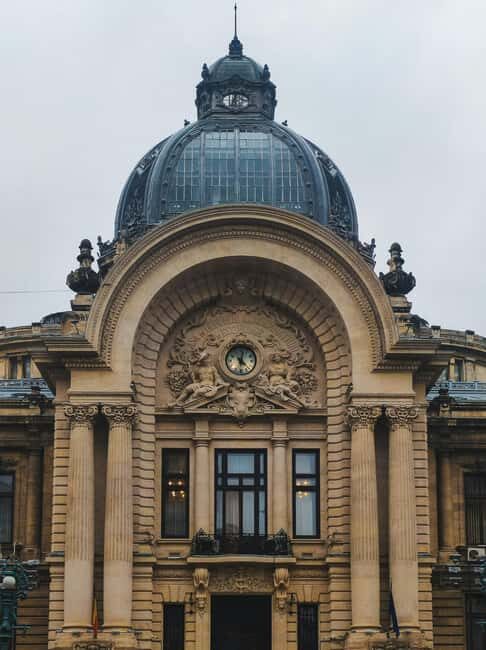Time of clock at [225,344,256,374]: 11:02
